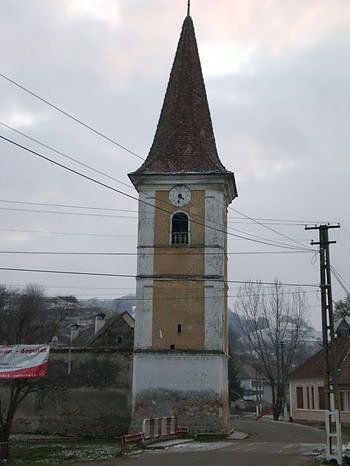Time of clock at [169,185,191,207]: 4:32
